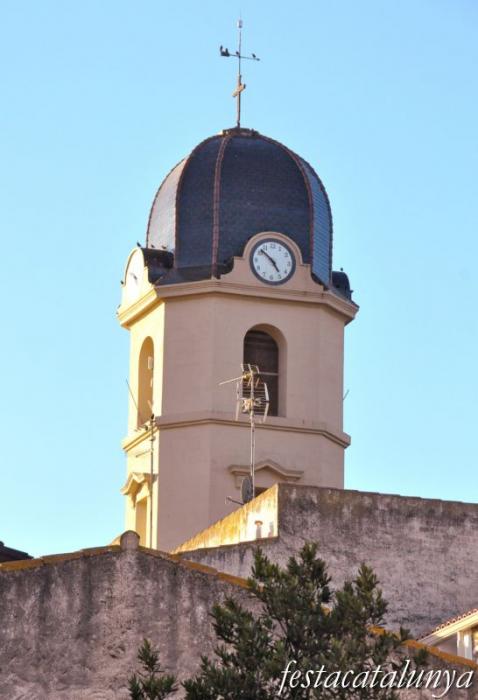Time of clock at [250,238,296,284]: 4:52
